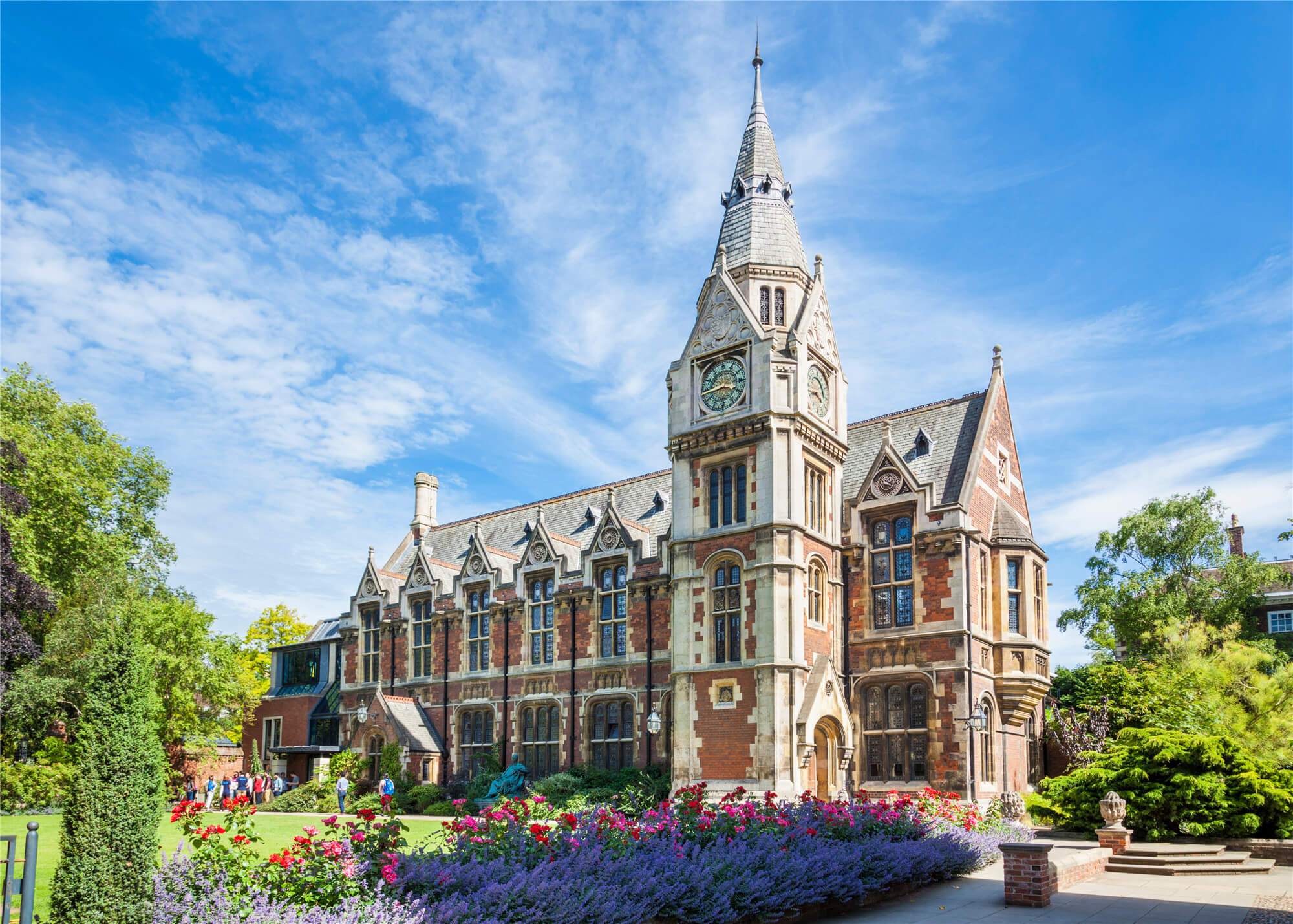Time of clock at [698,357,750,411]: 3:43
